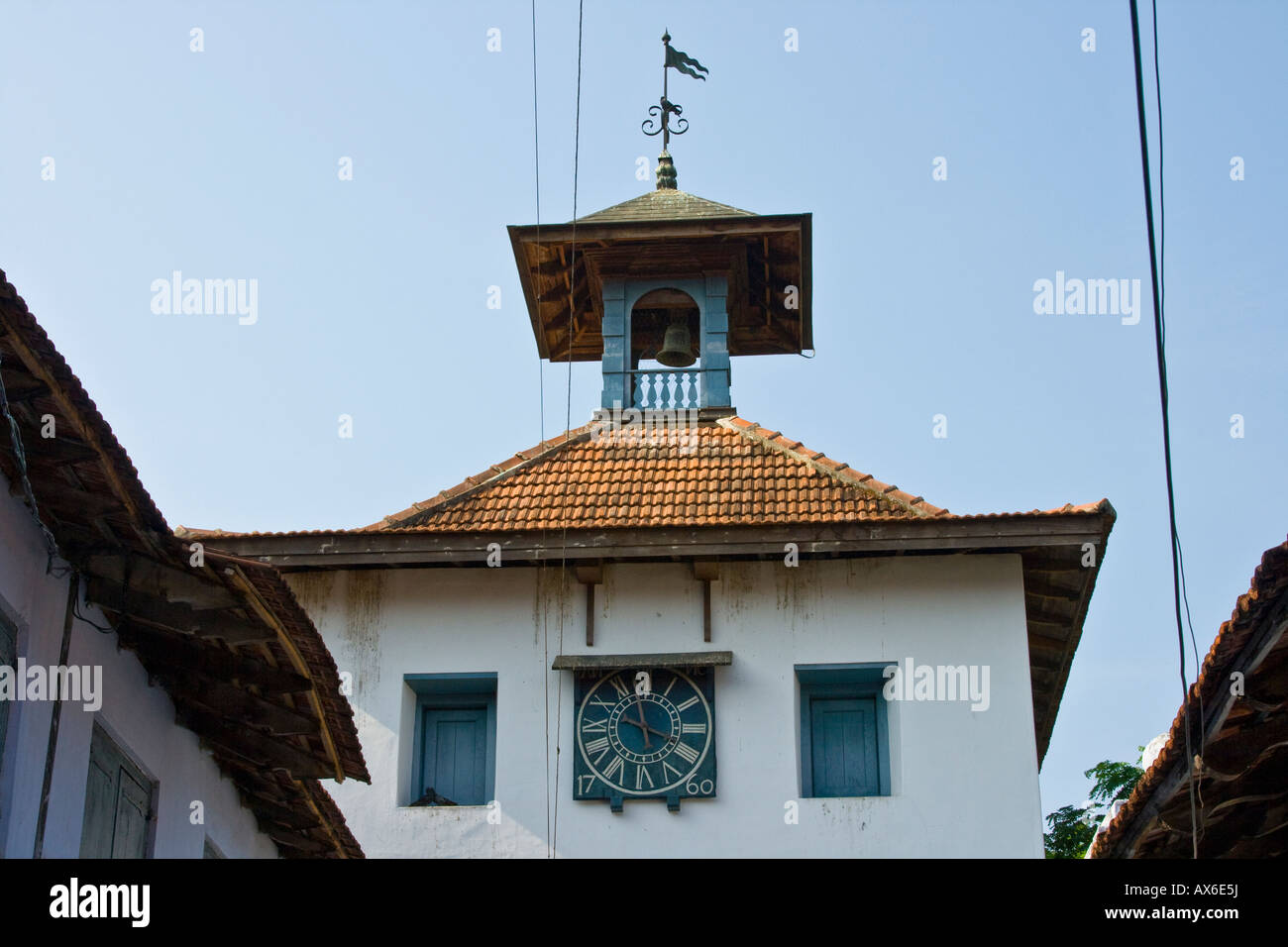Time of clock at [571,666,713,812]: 3:58
